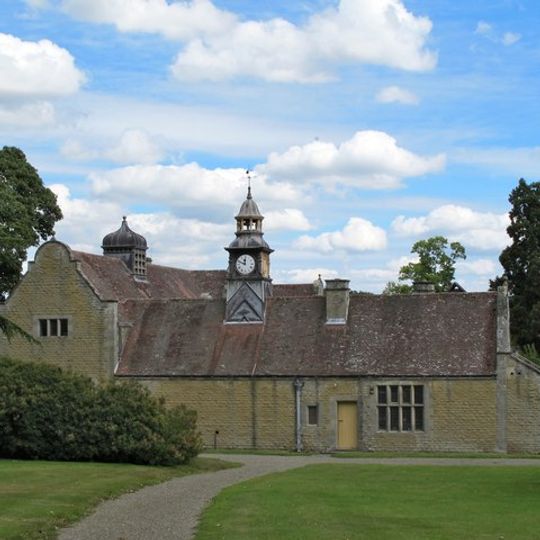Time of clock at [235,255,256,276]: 11:48
